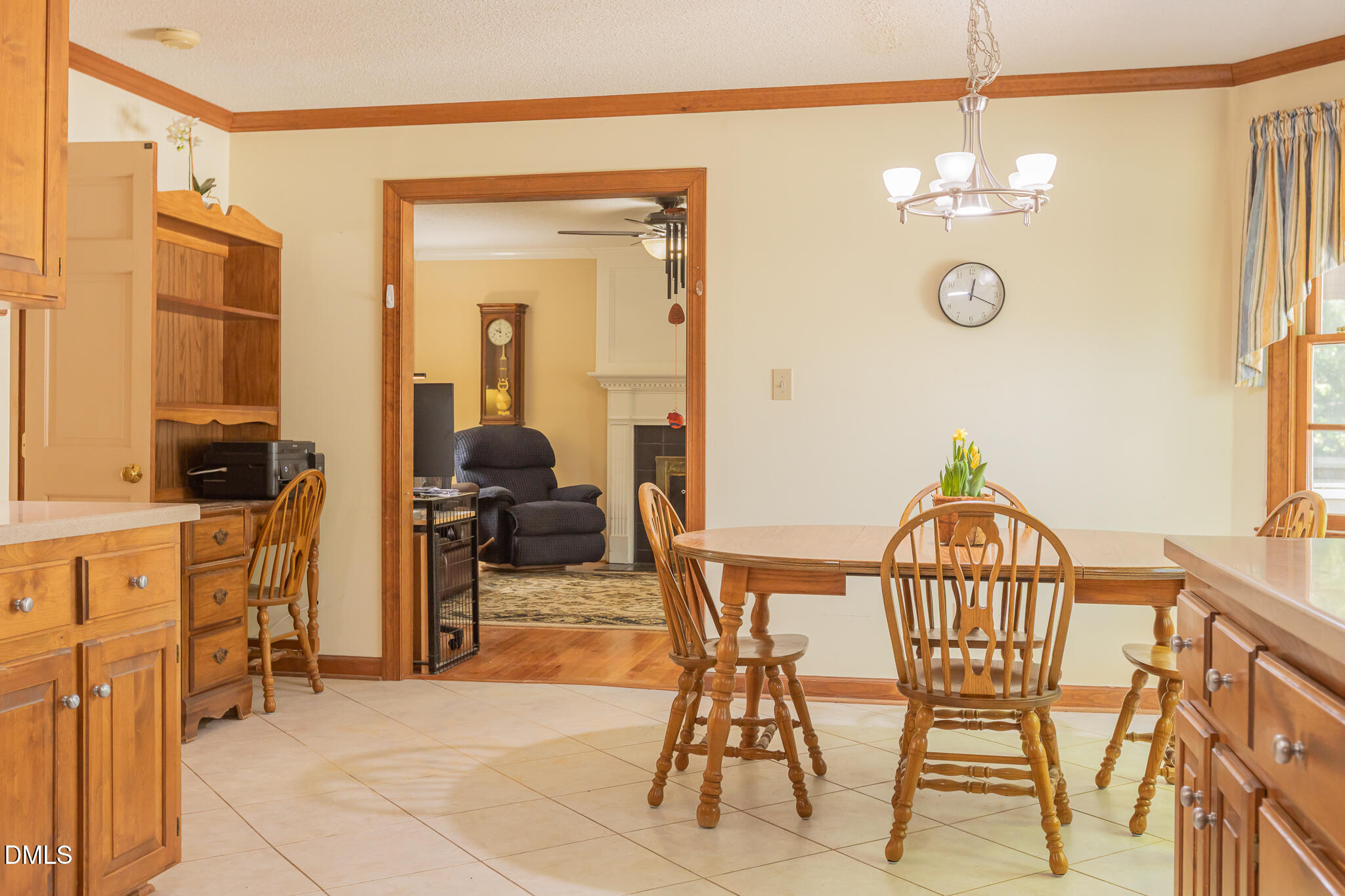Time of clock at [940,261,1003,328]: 12:19
